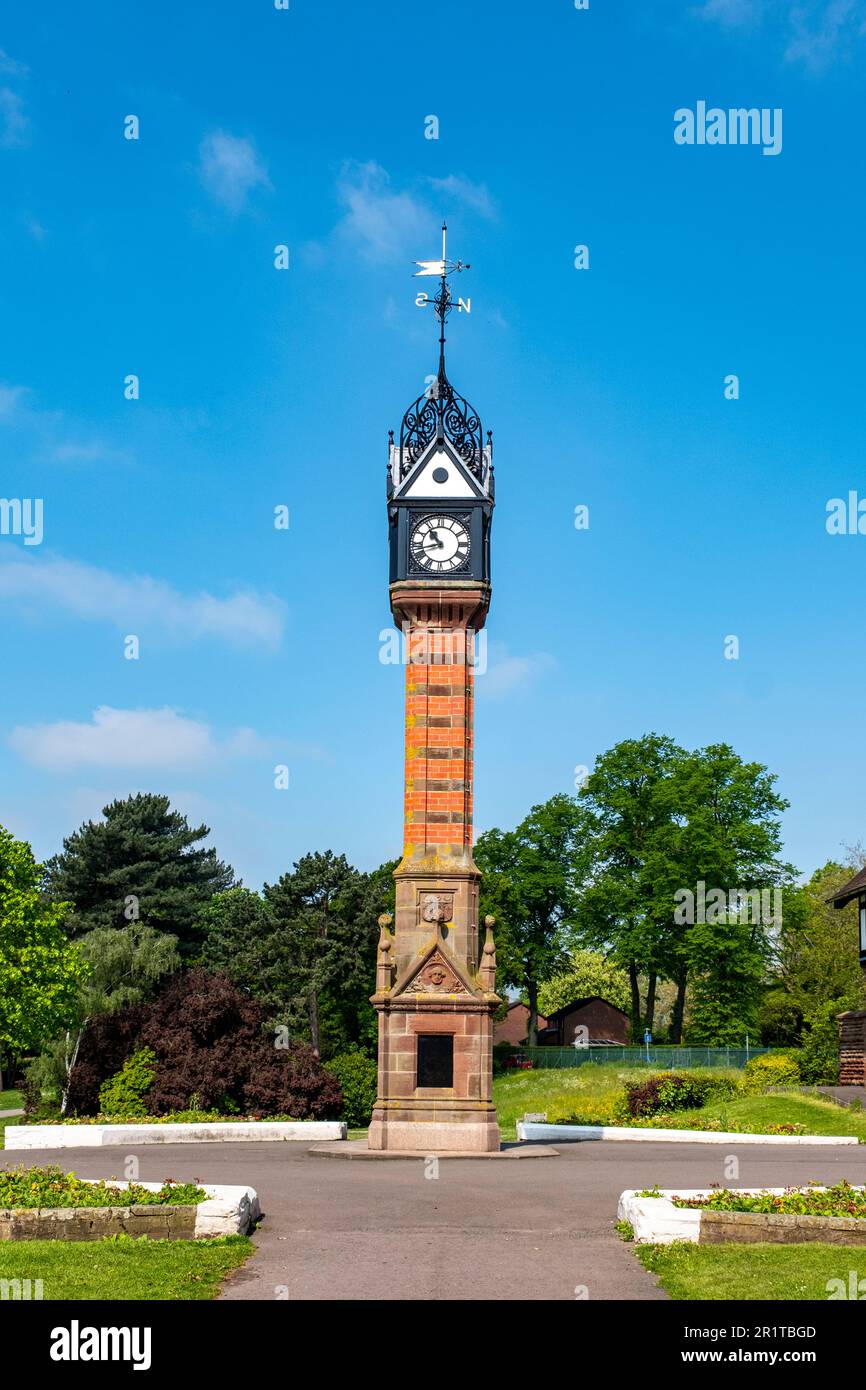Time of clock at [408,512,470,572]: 10:42
